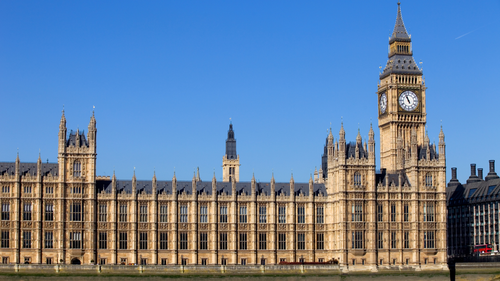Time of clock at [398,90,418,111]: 10:56
